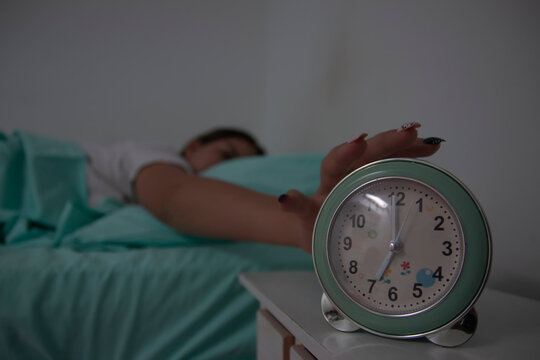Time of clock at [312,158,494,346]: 7:00
